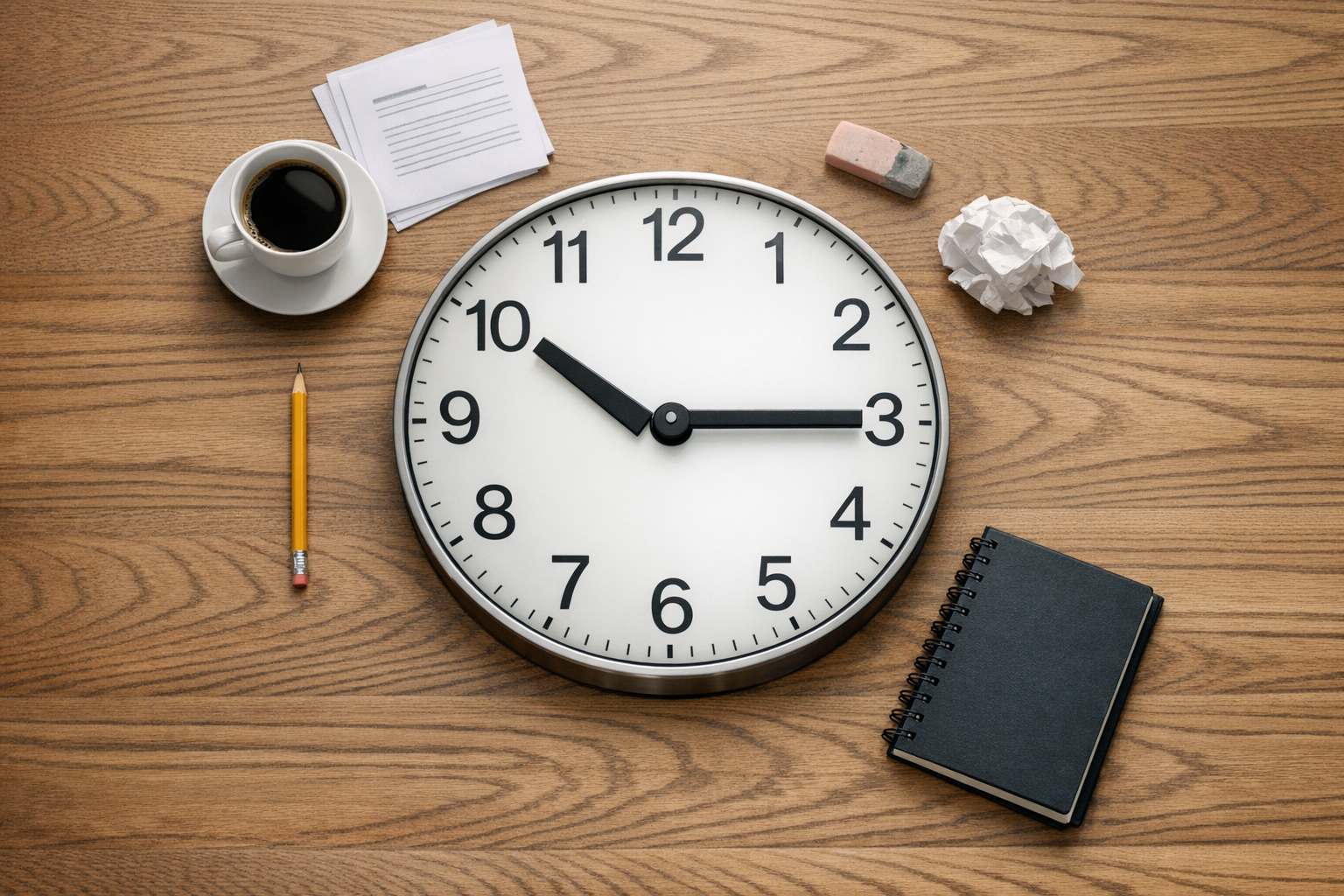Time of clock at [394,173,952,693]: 10:15
